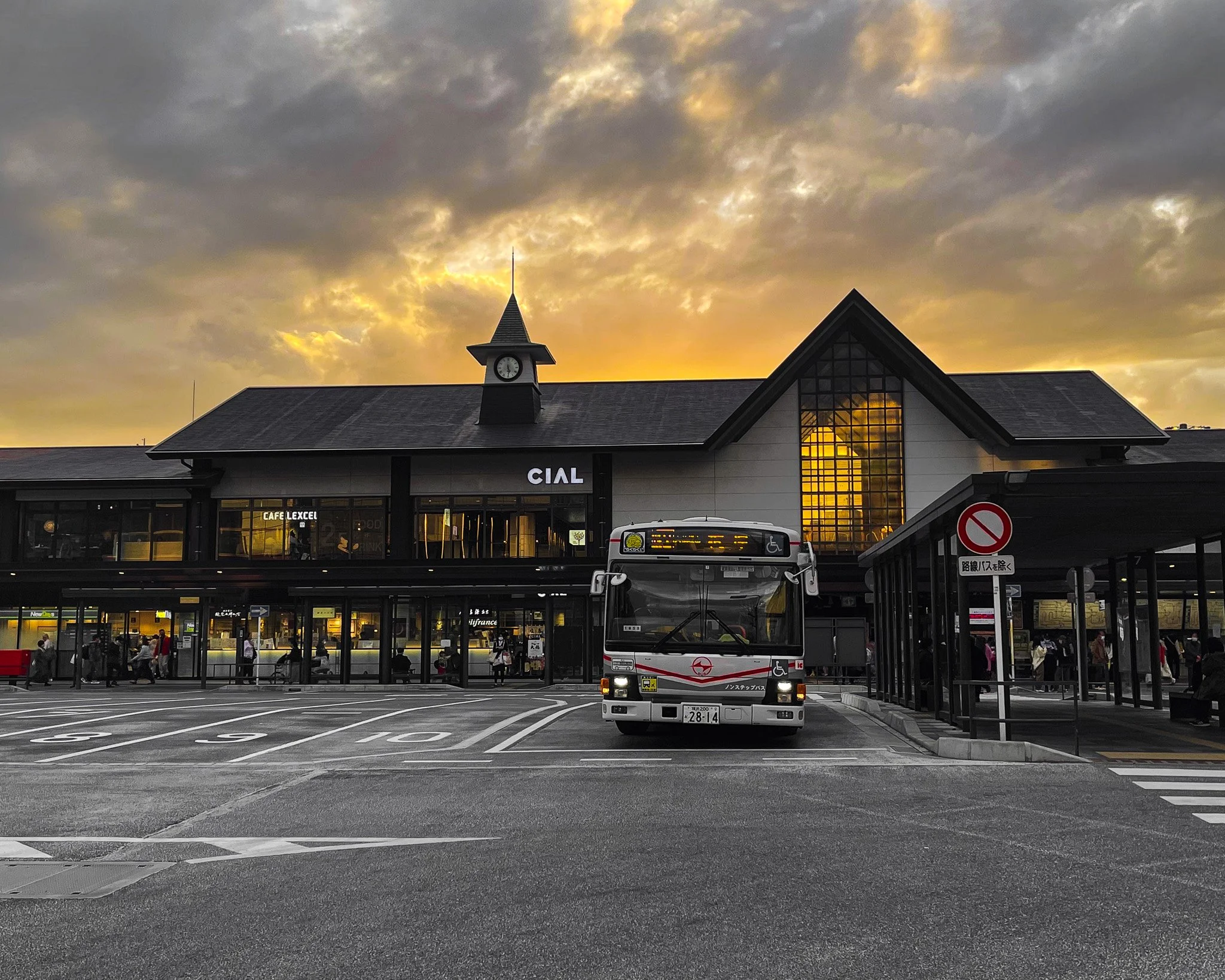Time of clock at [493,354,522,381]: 5:29
